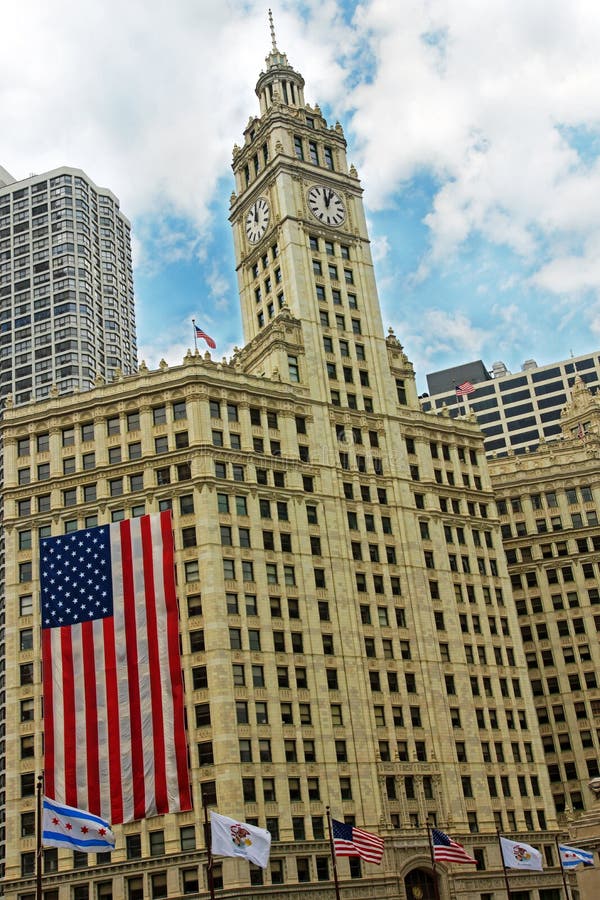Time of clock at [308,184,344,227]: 12:03
